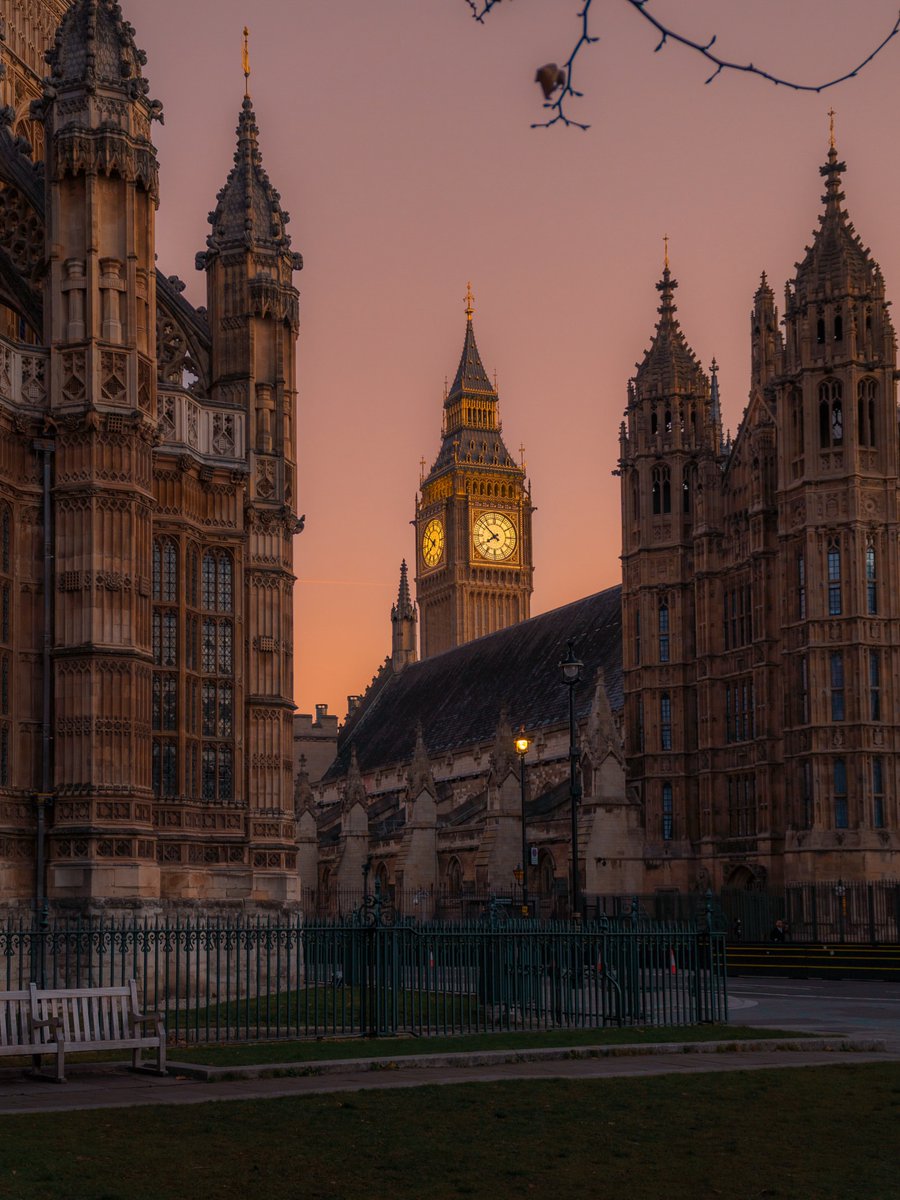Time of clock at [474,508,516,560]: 7:51
